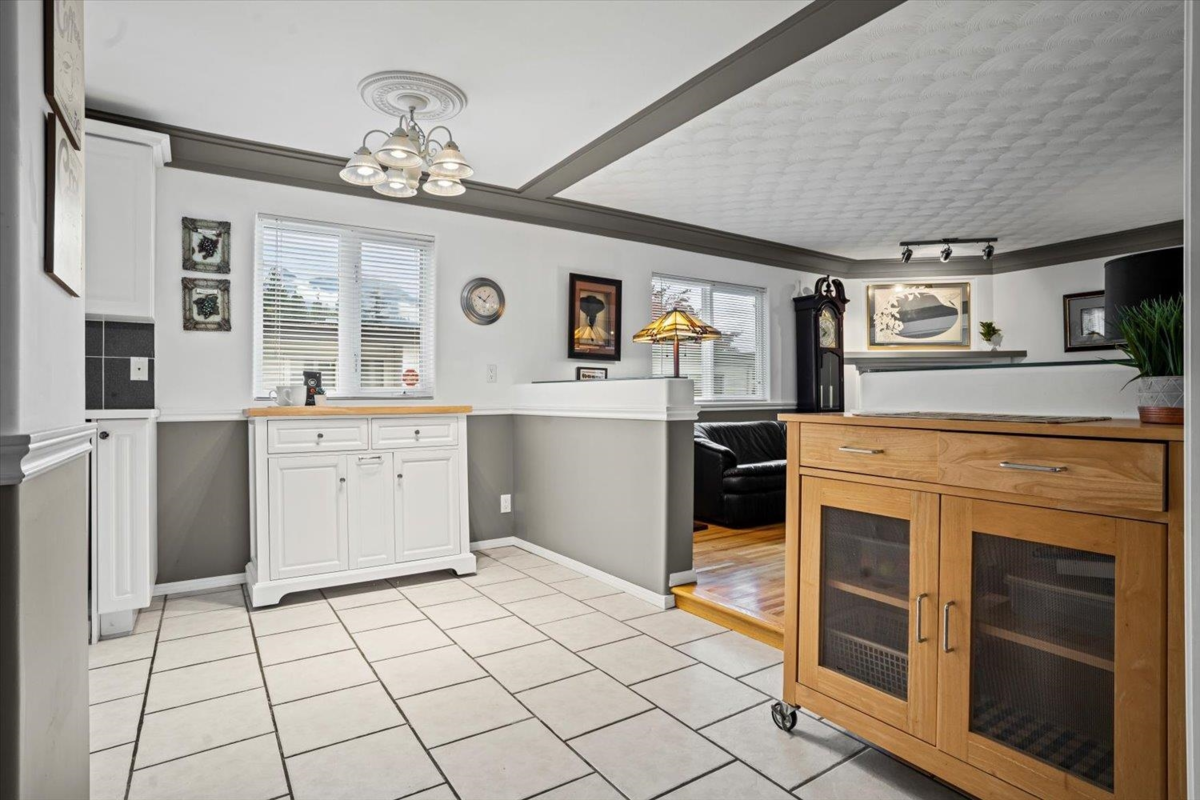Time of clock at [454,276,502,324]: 10:07
